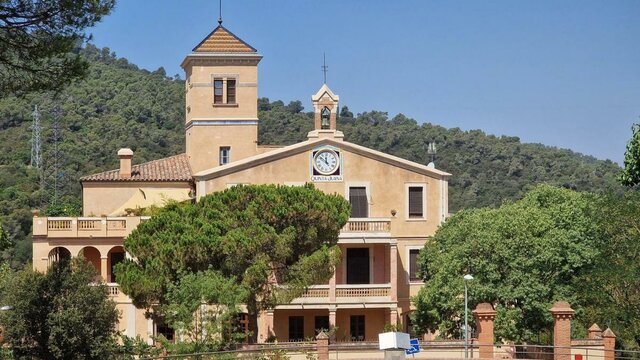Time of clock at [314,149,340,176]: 11:52
